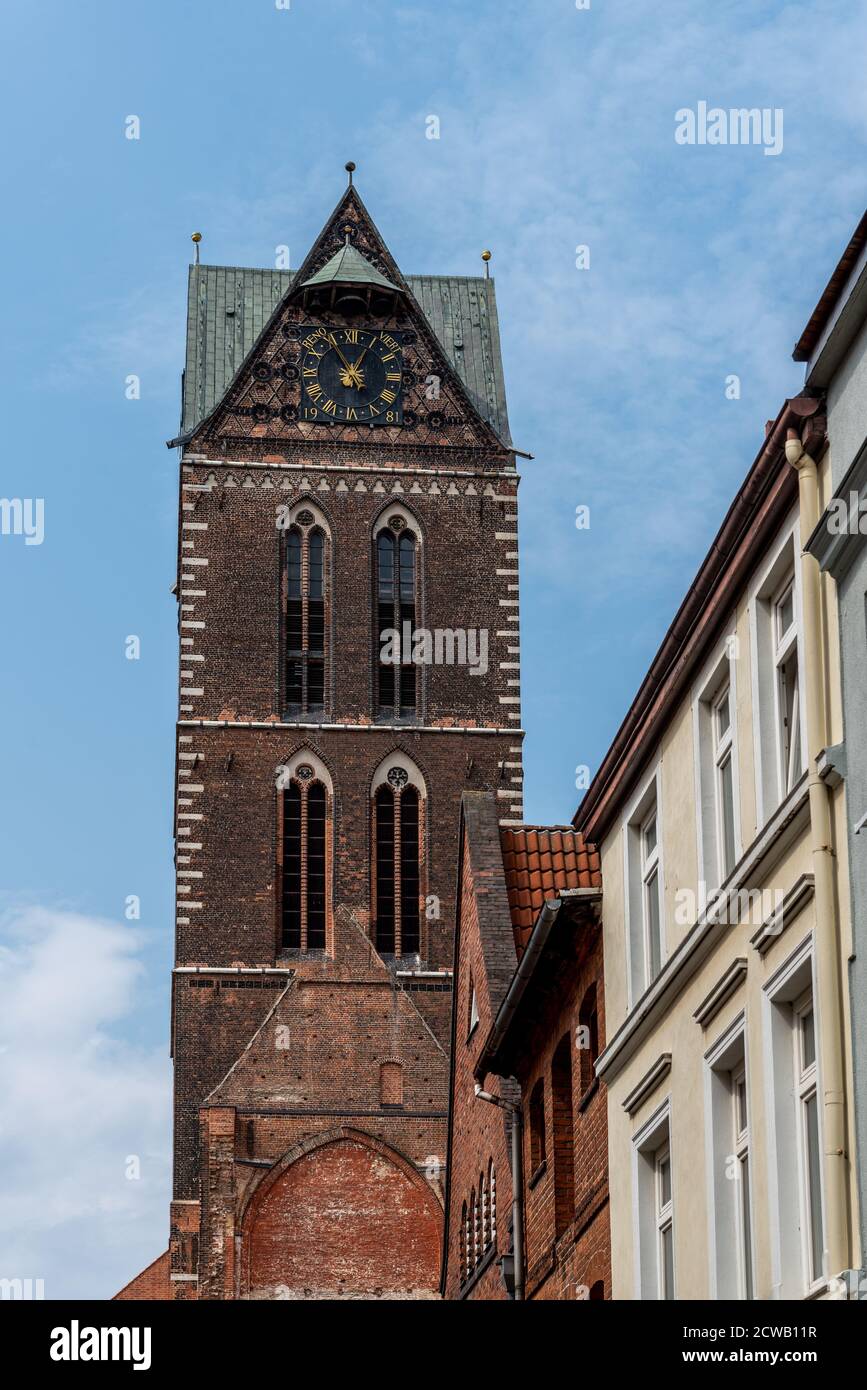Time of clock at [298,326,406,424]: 12:55
